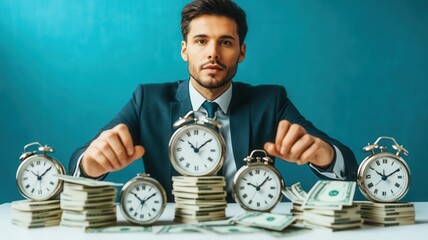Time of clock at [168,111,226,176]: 10:09
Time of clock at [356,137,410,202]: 10:10
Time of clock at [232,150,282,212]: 10:07
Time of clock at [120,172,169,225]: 10:09
